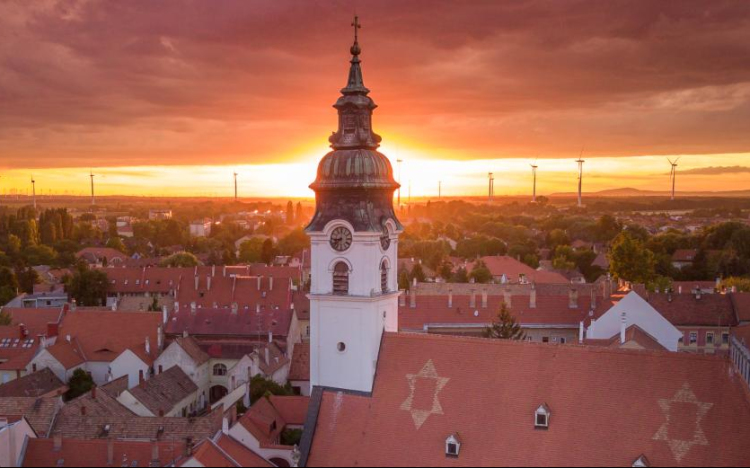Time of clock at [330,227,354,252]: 8:38
